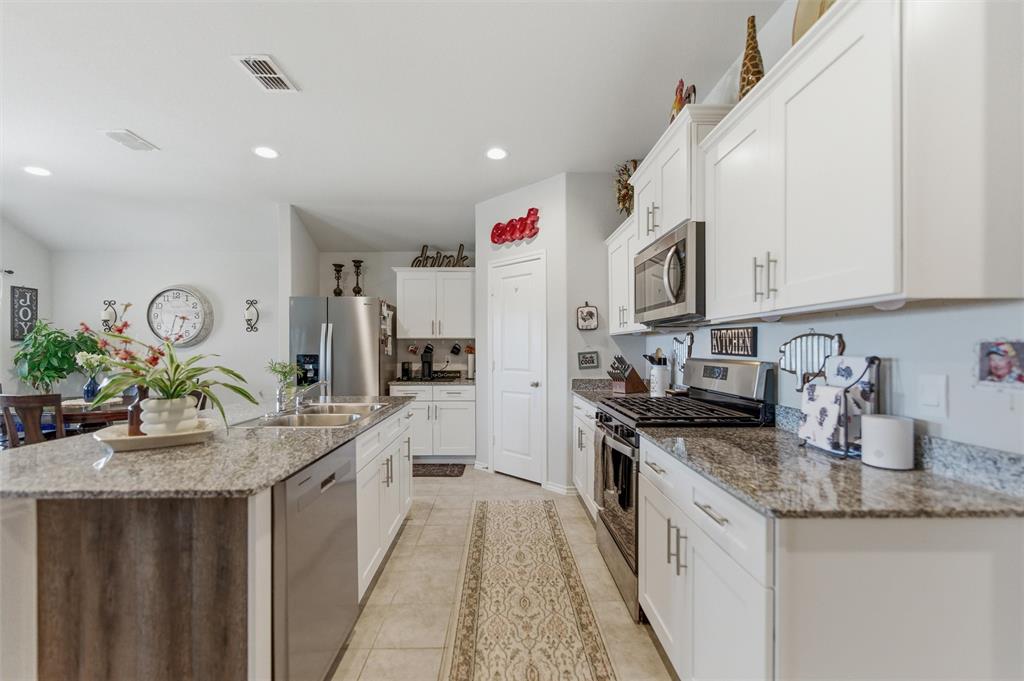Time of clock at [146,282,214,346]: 3:33
